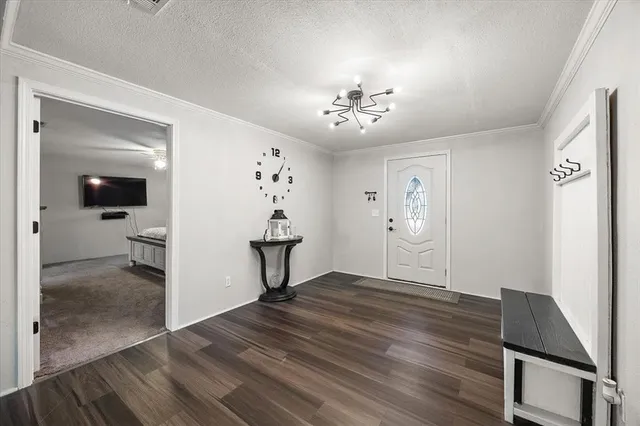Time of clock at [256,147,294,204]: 1:06
